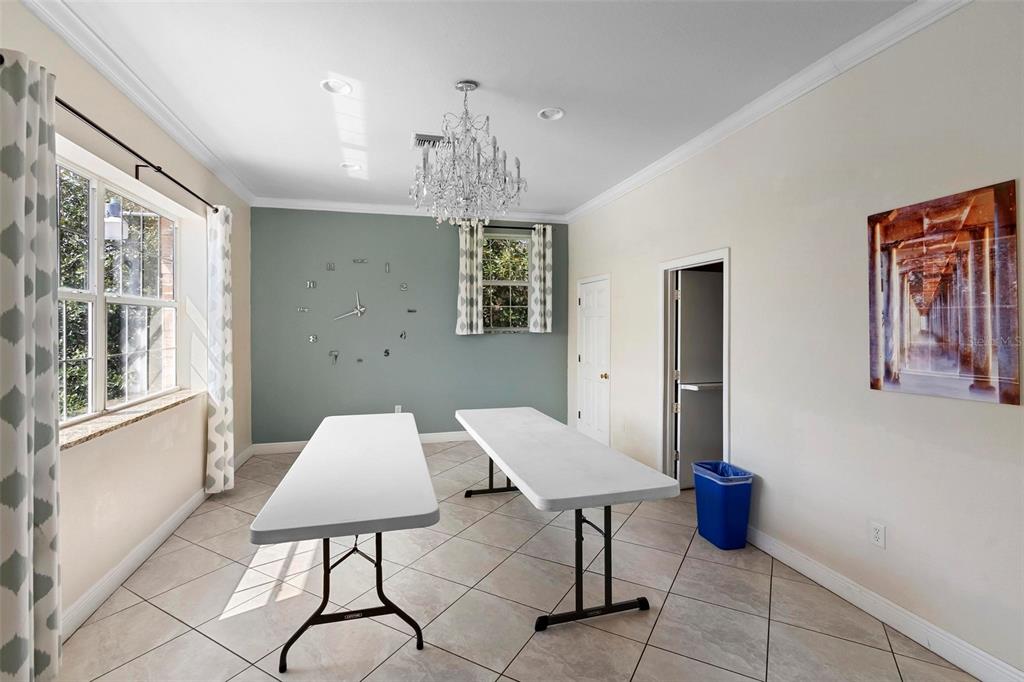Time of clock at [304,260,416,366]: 11:41
